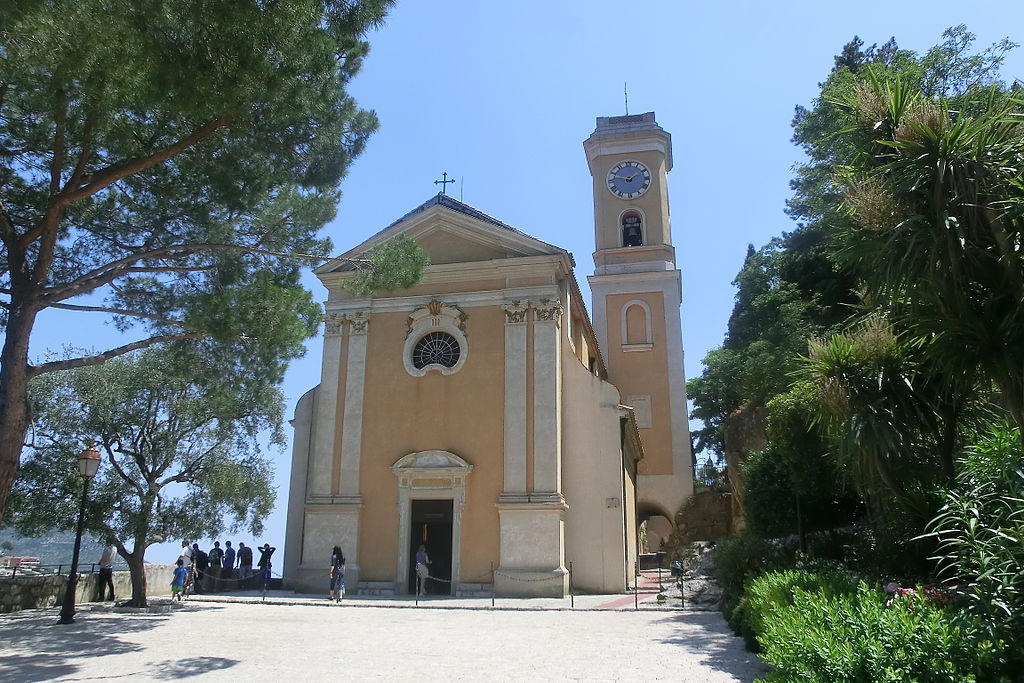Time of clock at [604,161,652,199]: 1:47
